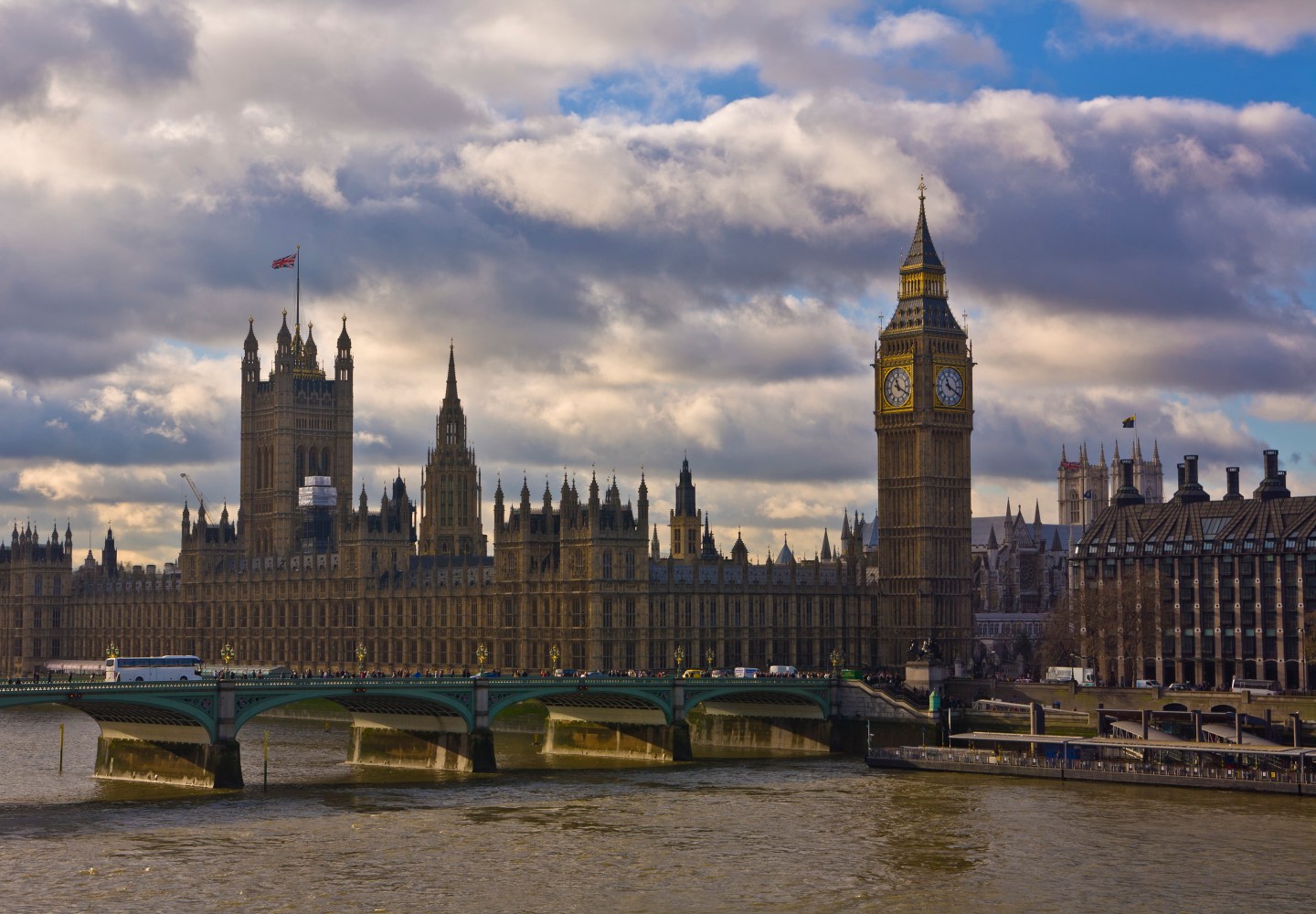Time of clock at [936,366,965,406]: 11:19
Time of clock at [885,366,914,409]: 11:19
